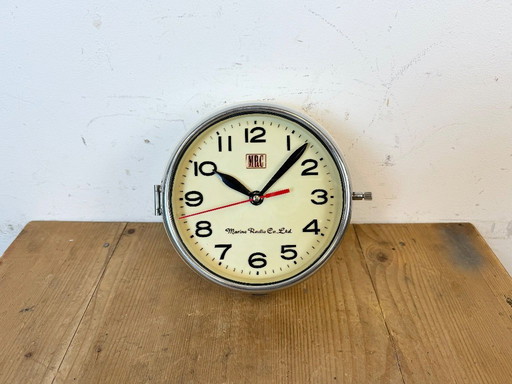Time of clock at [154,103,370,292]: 10:07
